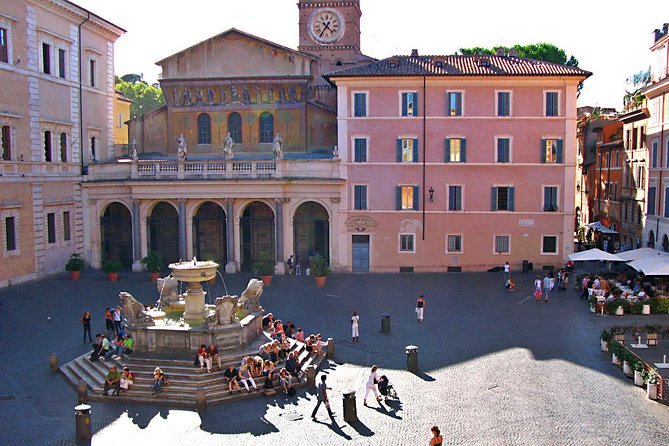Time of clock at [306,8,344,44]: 4:35
